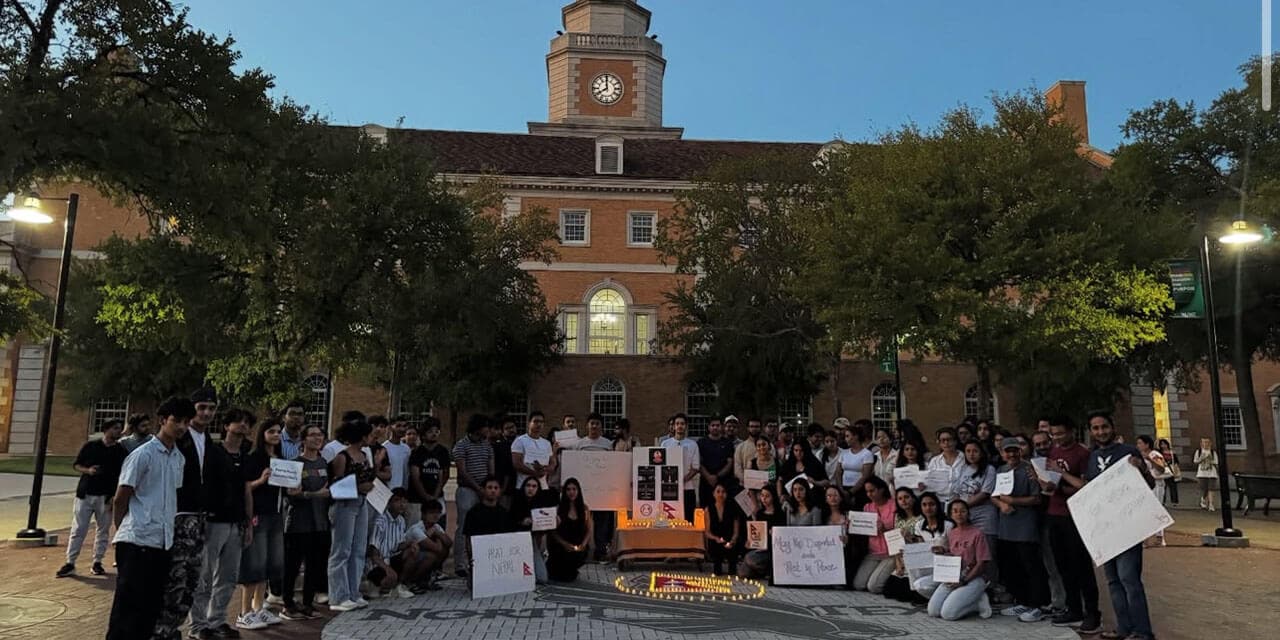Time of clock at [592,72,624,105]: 7:59
